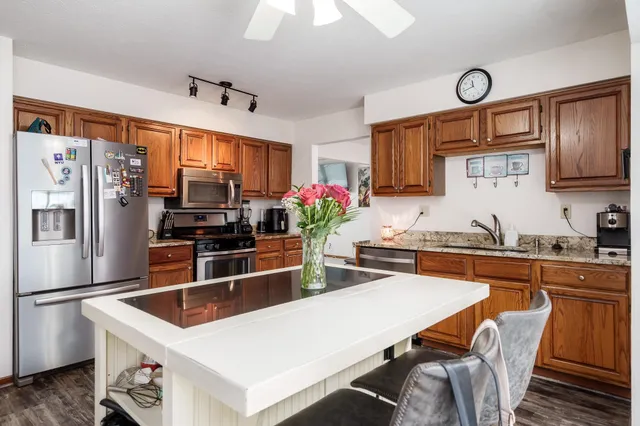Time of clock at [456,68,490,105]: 11:42
